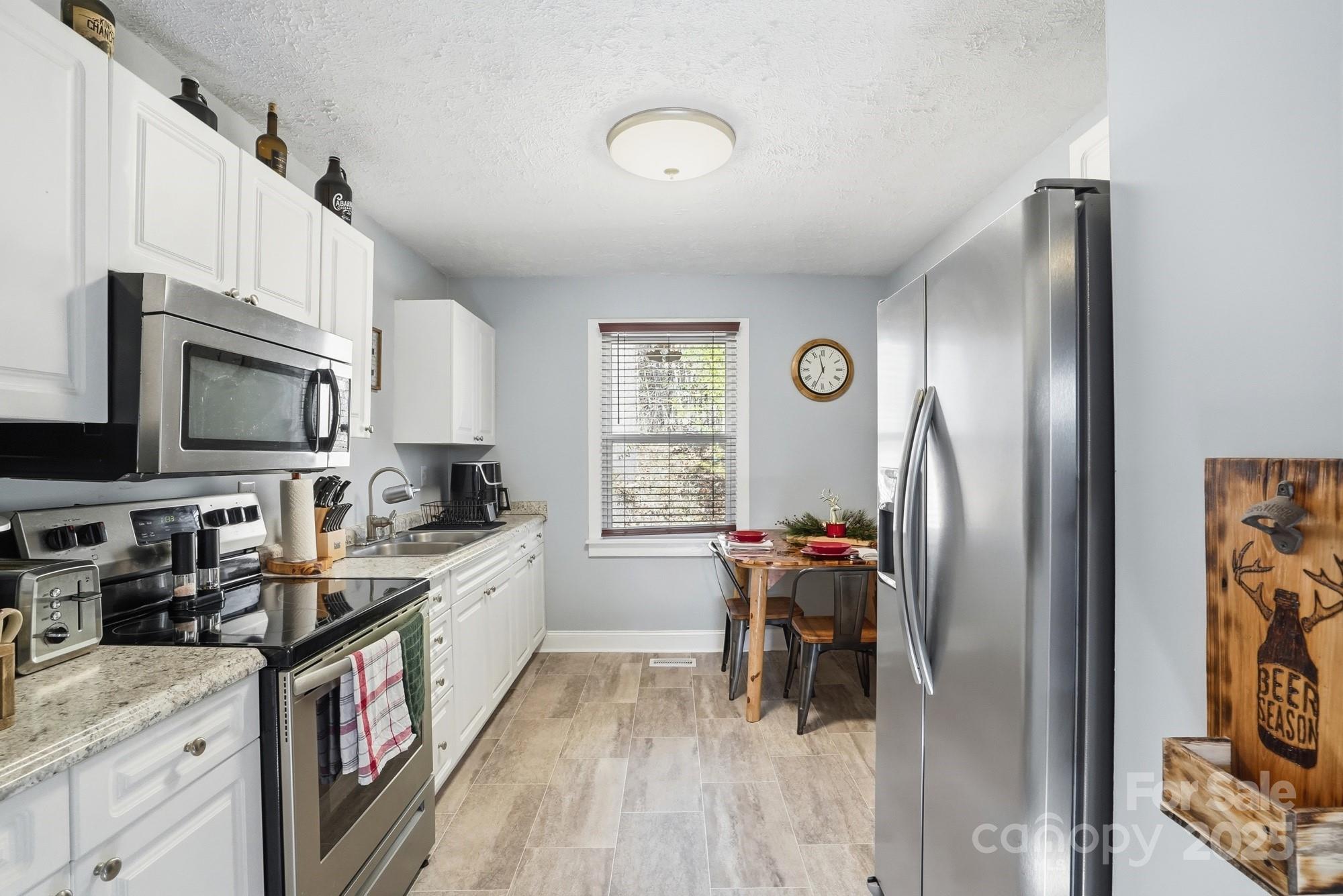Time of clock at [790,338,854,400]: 11:34
